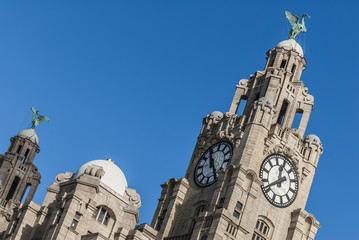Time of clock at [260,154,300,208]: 12:41
